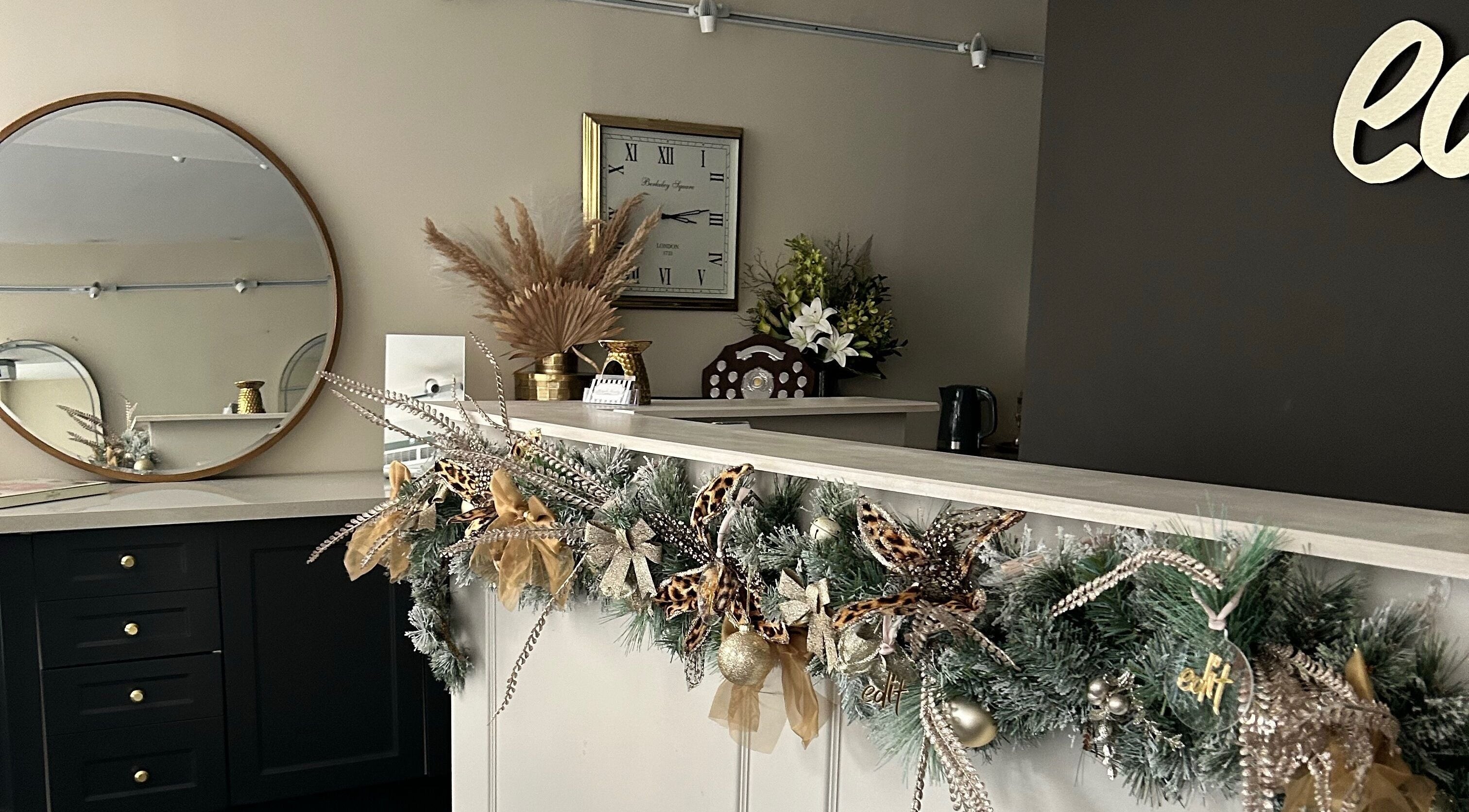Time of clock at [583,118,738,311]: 3:13
